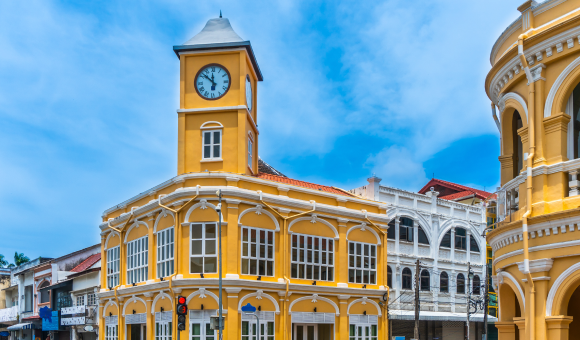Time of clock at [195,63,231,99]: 11:52
